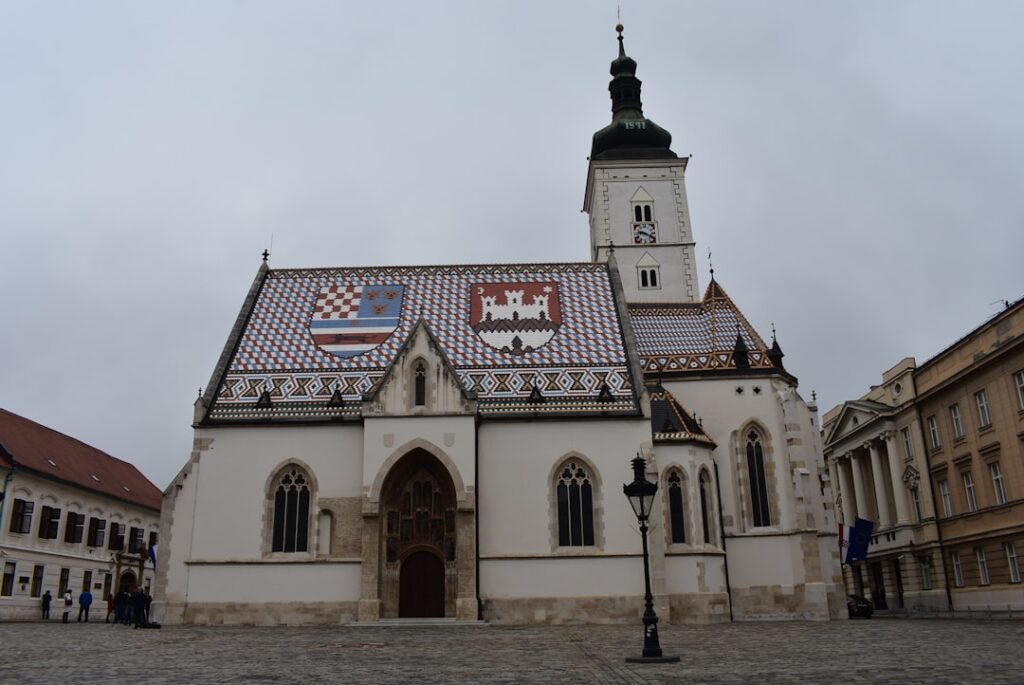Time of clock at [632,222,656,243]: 9:20
